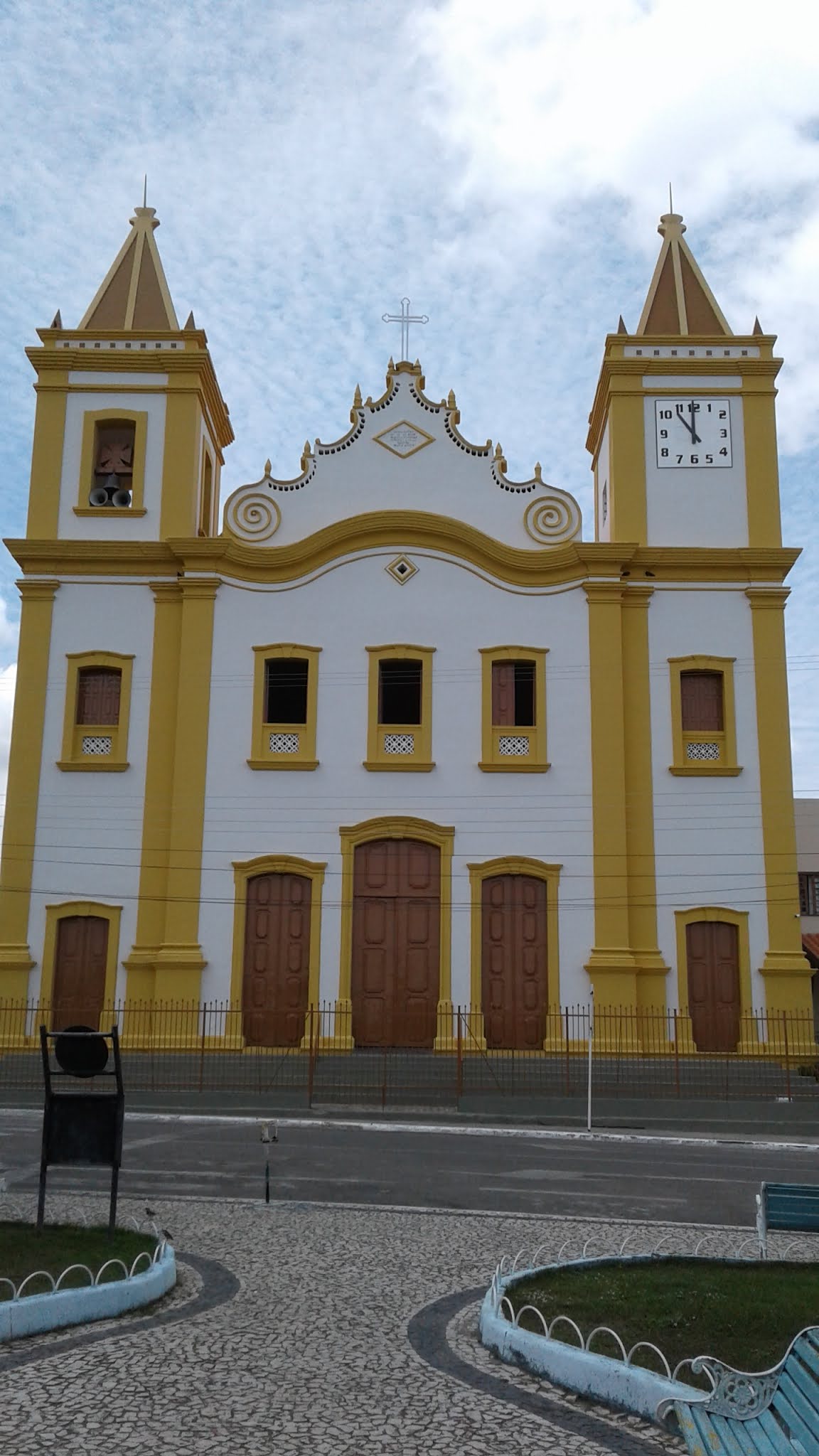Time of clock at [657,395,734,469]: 11:53
